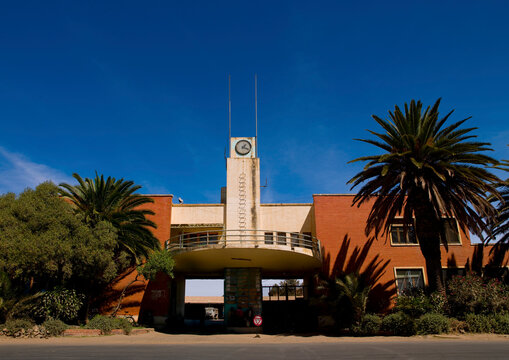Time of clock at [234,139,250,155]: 1:18
